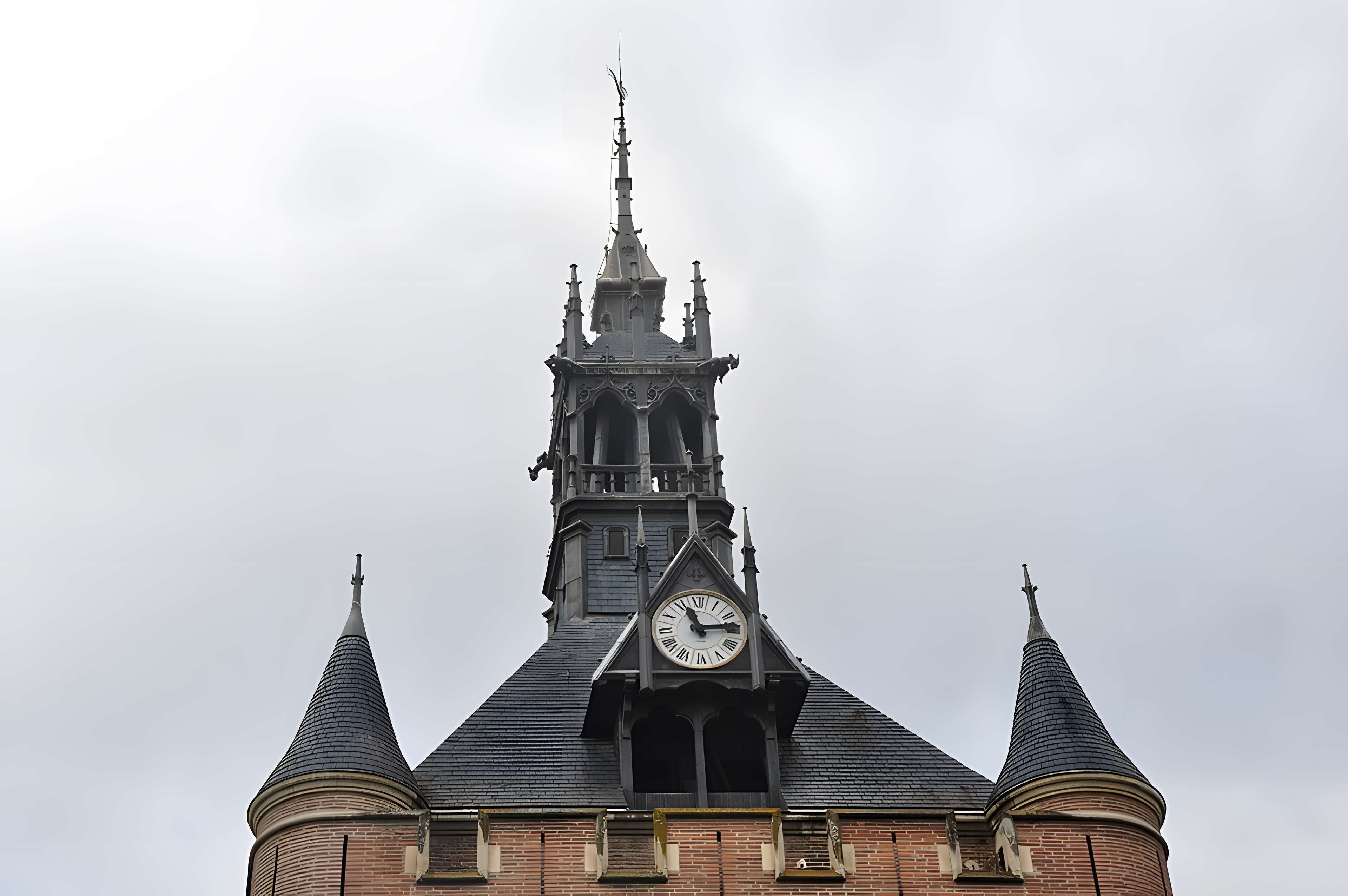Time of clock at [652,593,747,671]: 11:13
